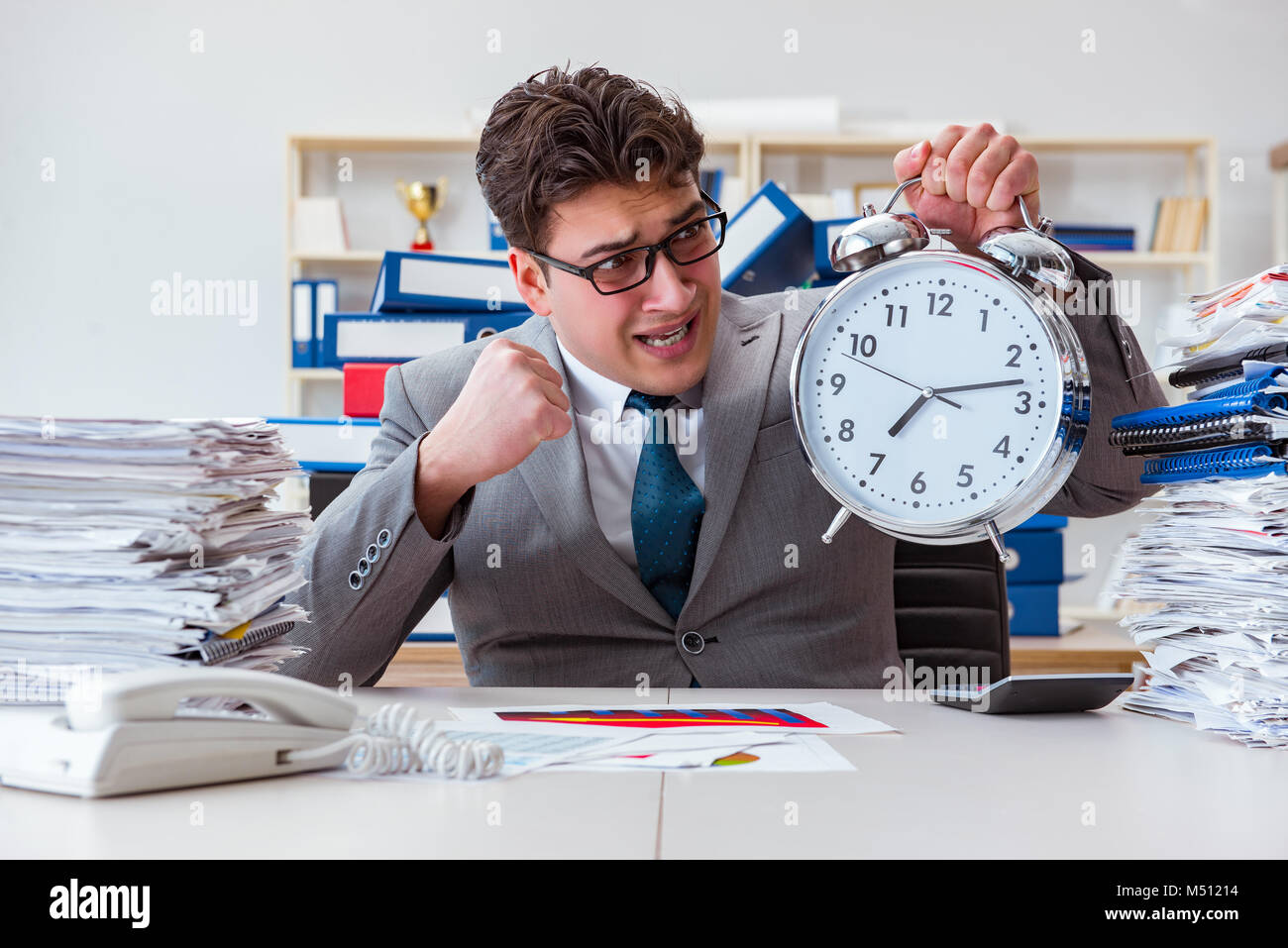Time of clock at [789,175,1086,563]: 7:13
